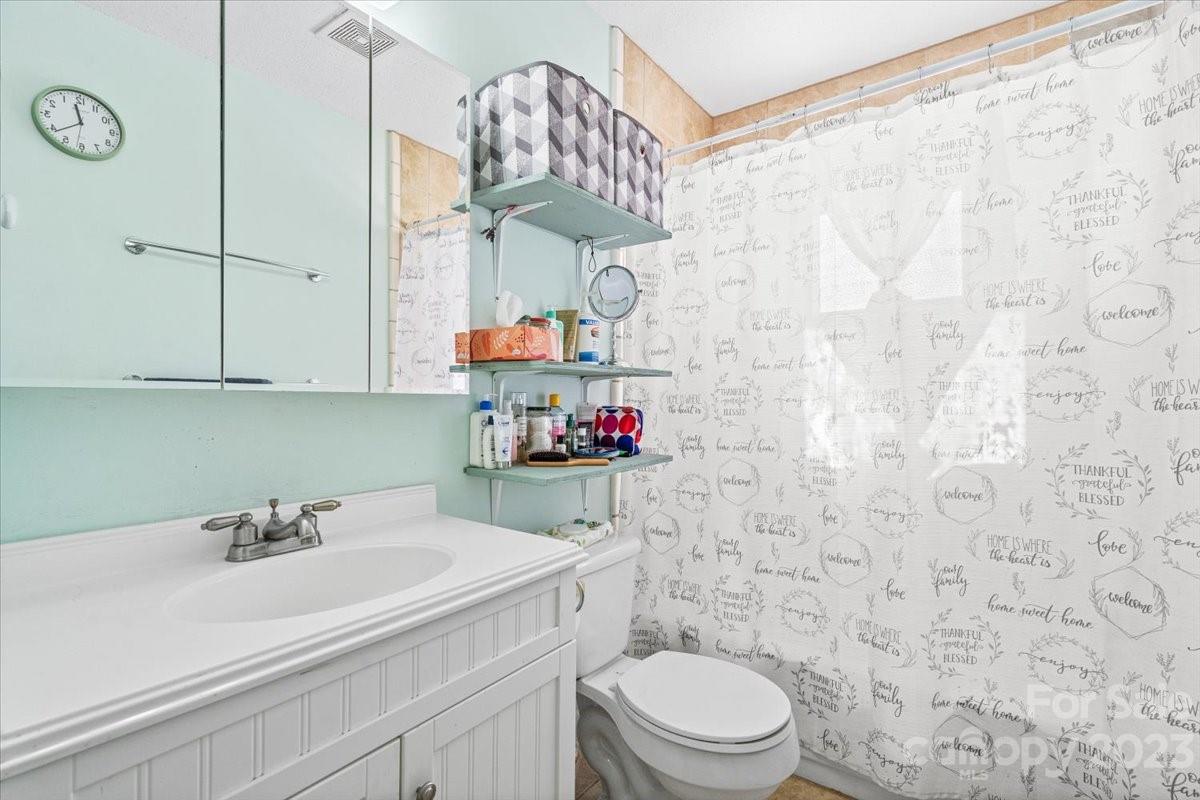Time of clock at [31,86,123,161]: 11:38
